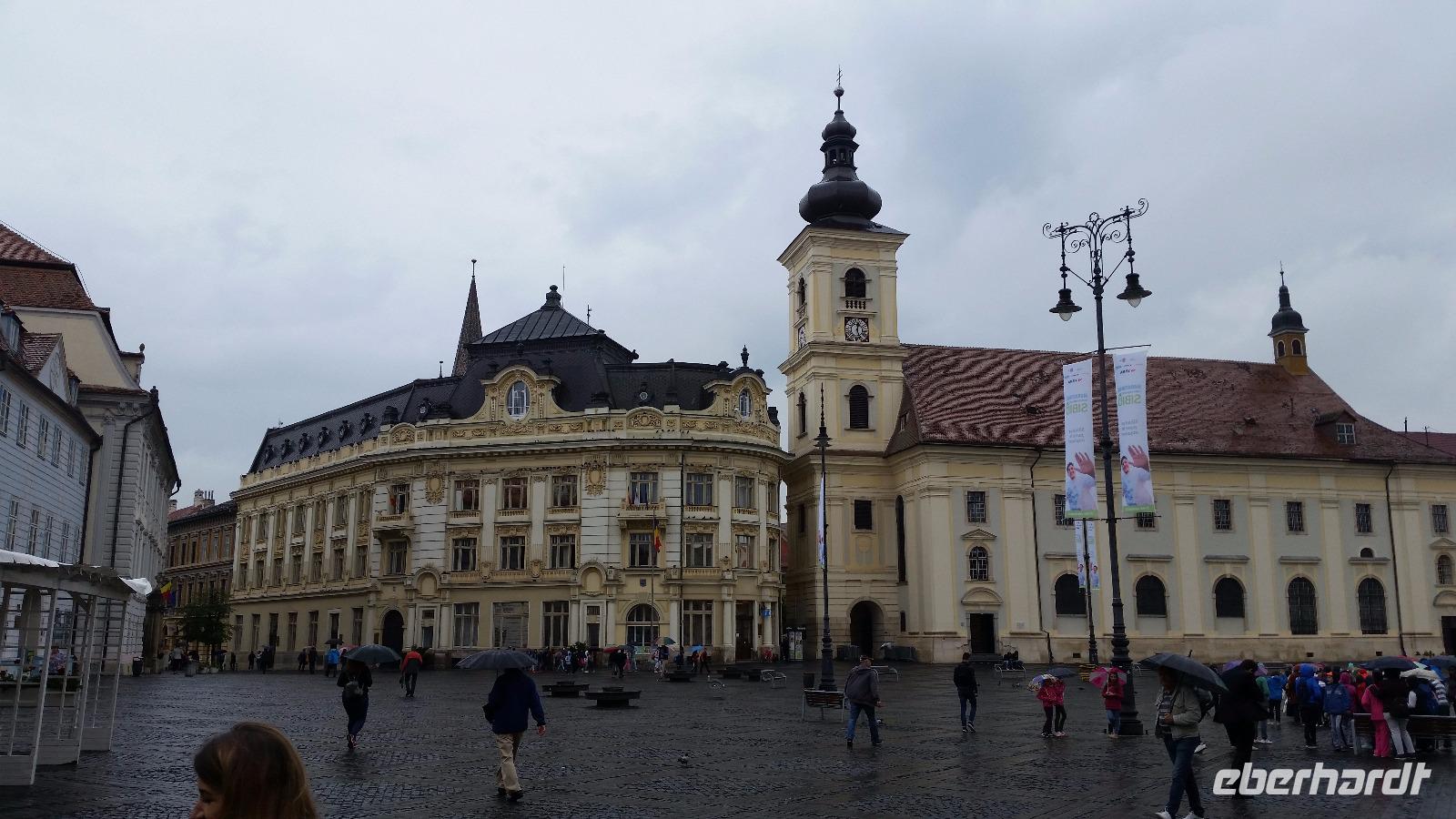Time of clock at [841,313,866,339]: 12:26
